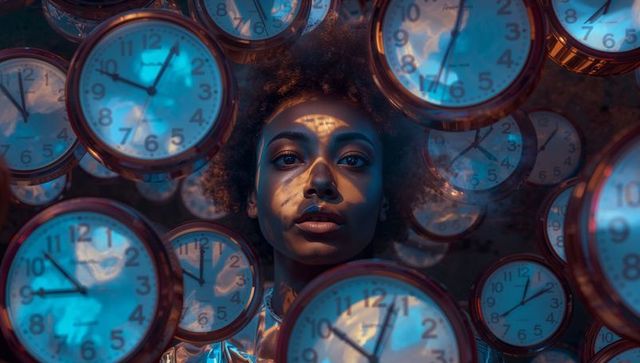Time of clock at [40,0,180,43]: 12:49
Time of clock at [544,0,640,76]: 6:36
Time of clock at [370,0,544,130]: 12:33
